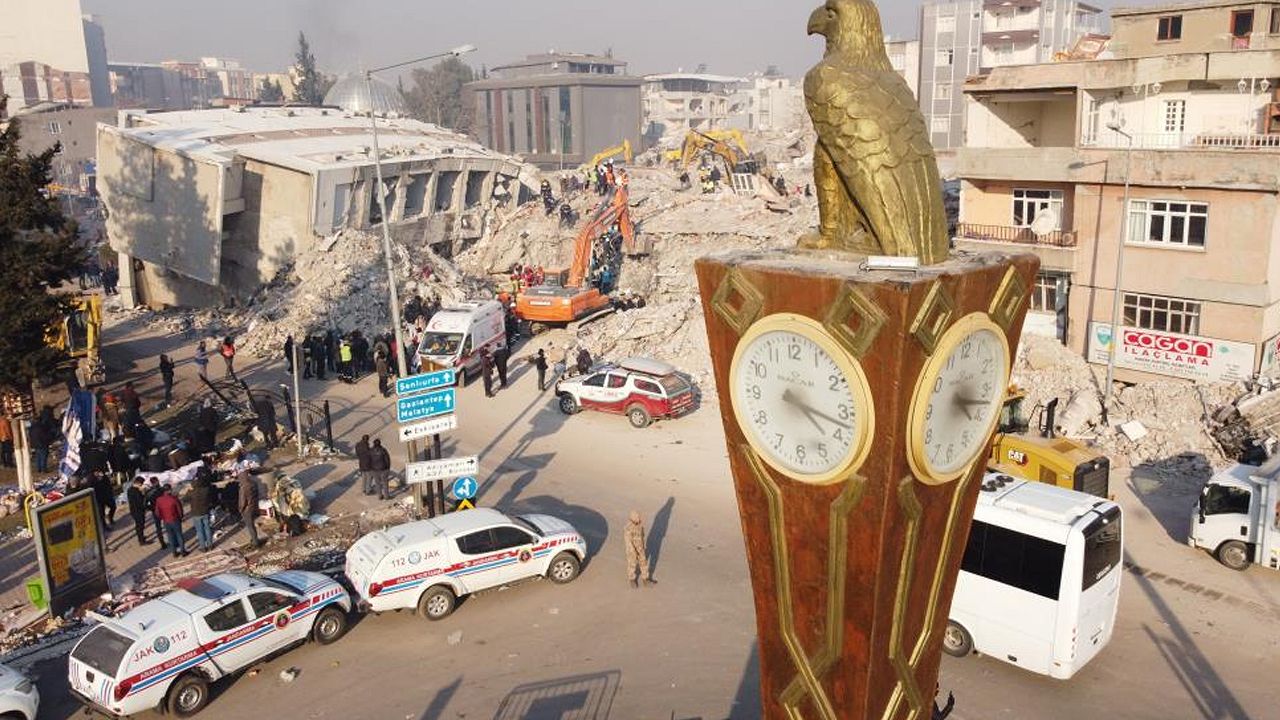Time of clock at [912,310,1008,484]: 4:16
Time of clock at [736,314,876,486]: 4:17
